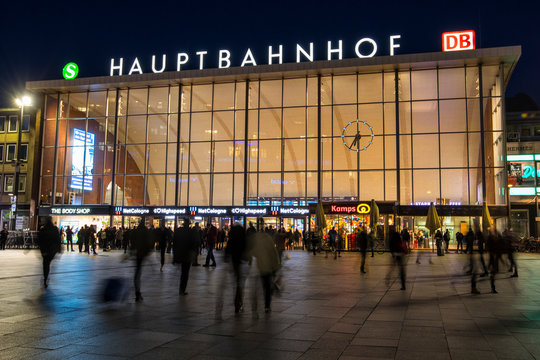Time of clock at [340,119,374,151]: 7:15
